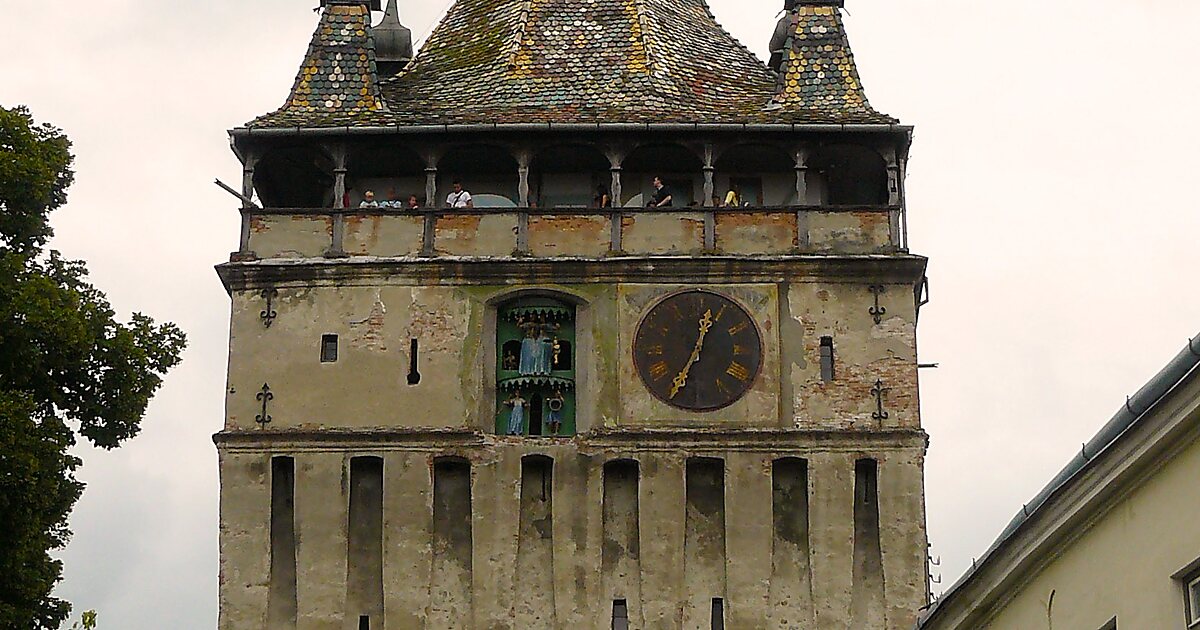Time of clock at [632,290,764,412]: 12:34
